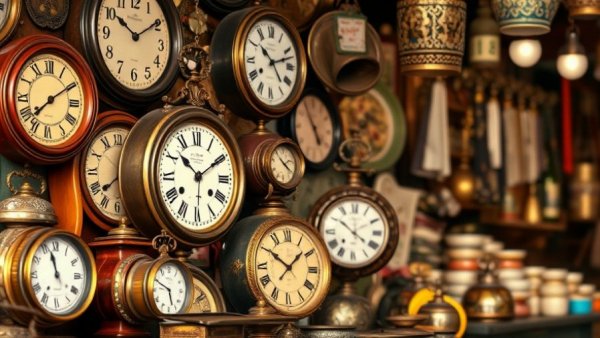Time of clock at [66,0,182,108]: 10:09
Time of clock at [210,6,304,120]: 10:12
